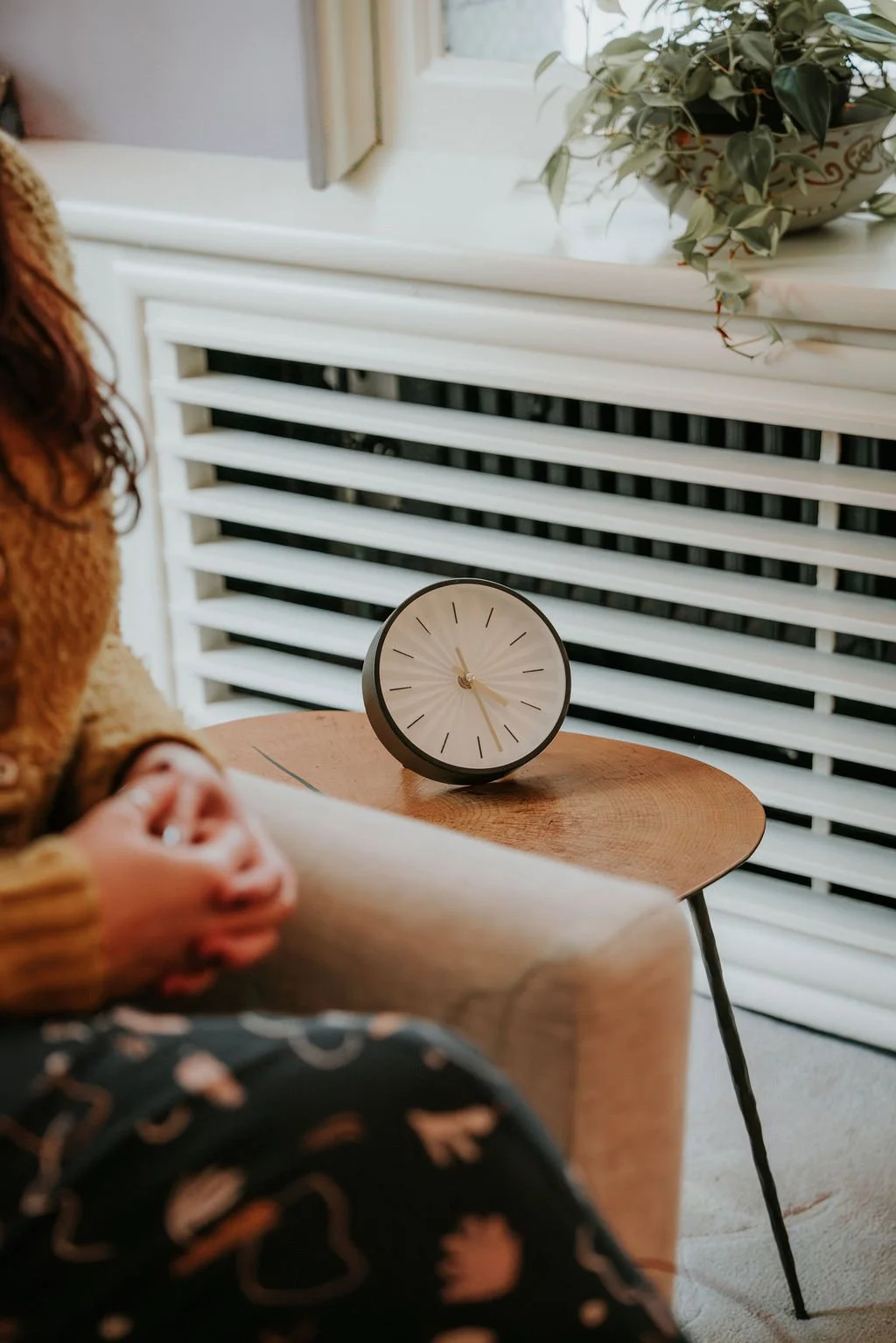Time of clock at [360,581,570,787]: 4:27
